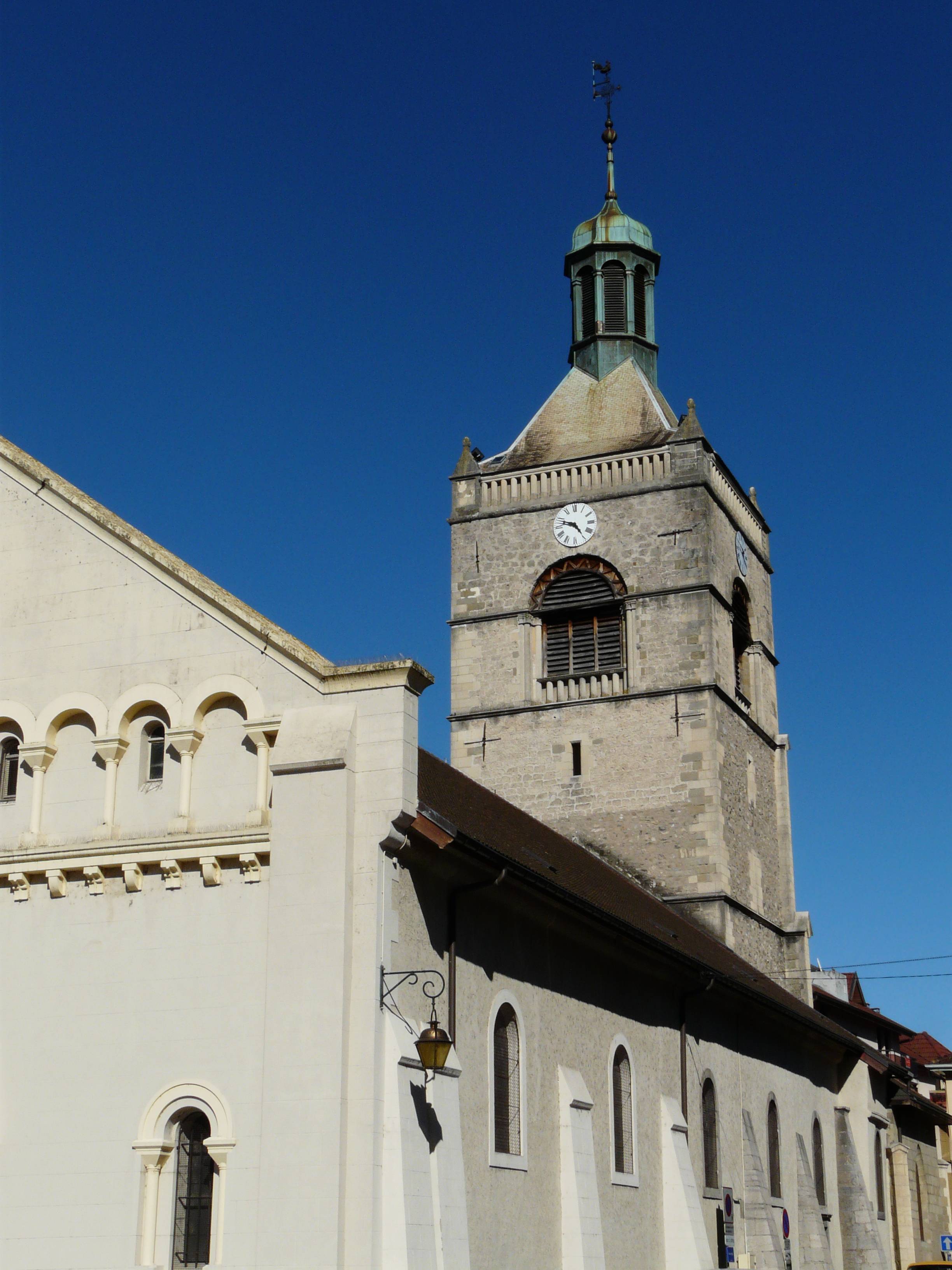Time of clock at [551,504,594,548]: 4:48
